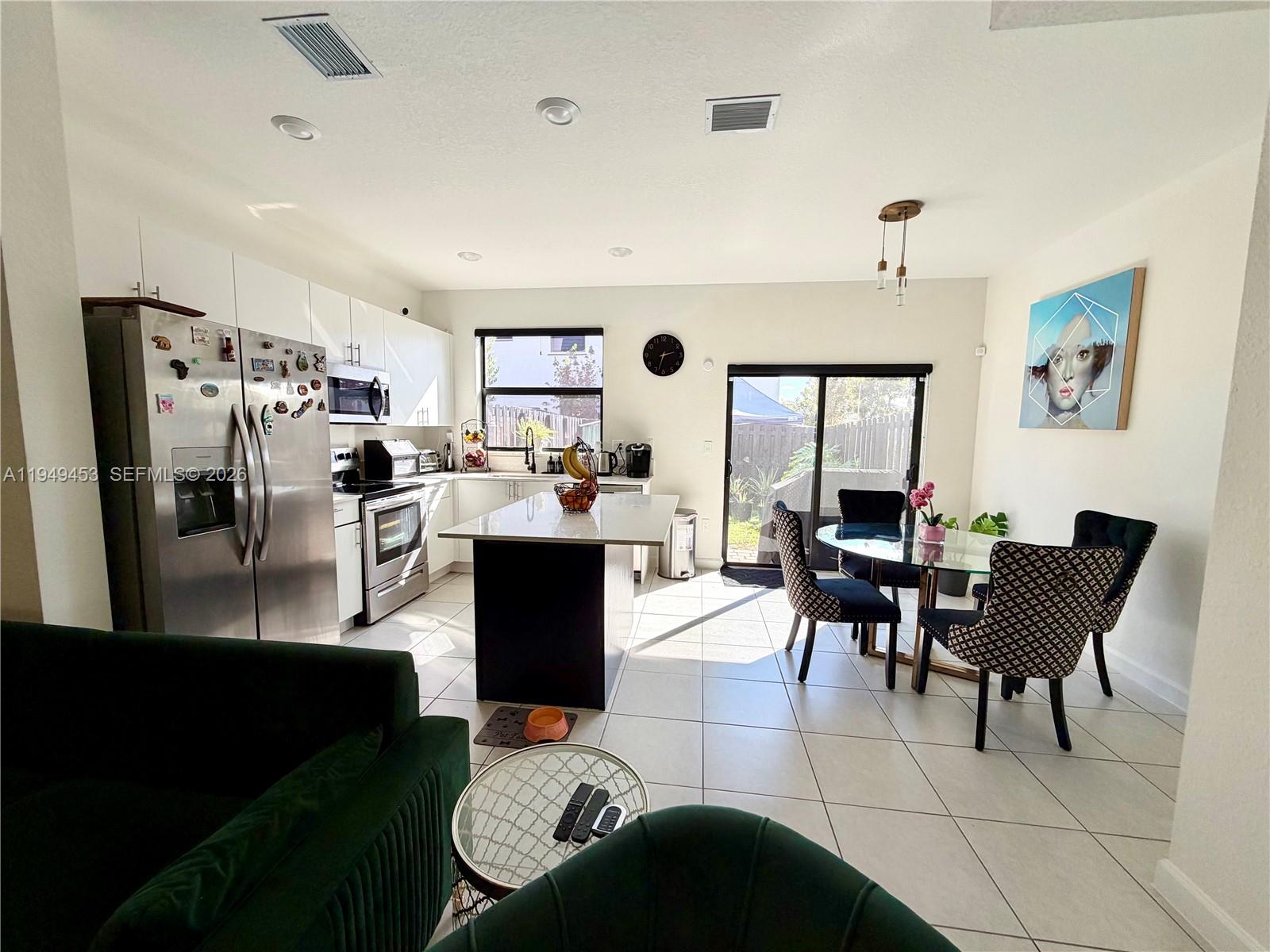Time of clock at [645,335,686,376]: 2:33
